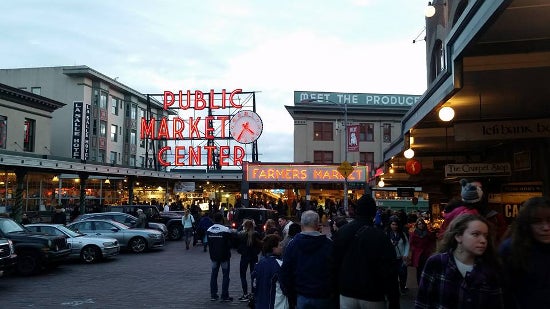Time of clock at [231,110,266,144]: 4:35
